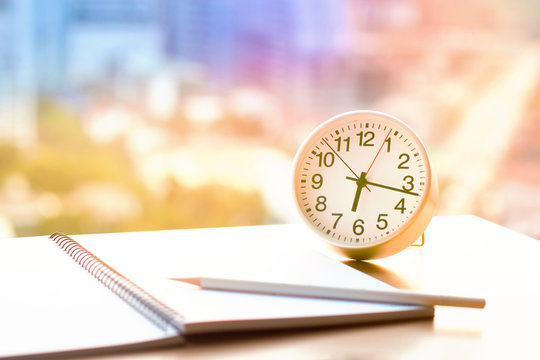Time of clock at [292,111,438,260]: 6:16
